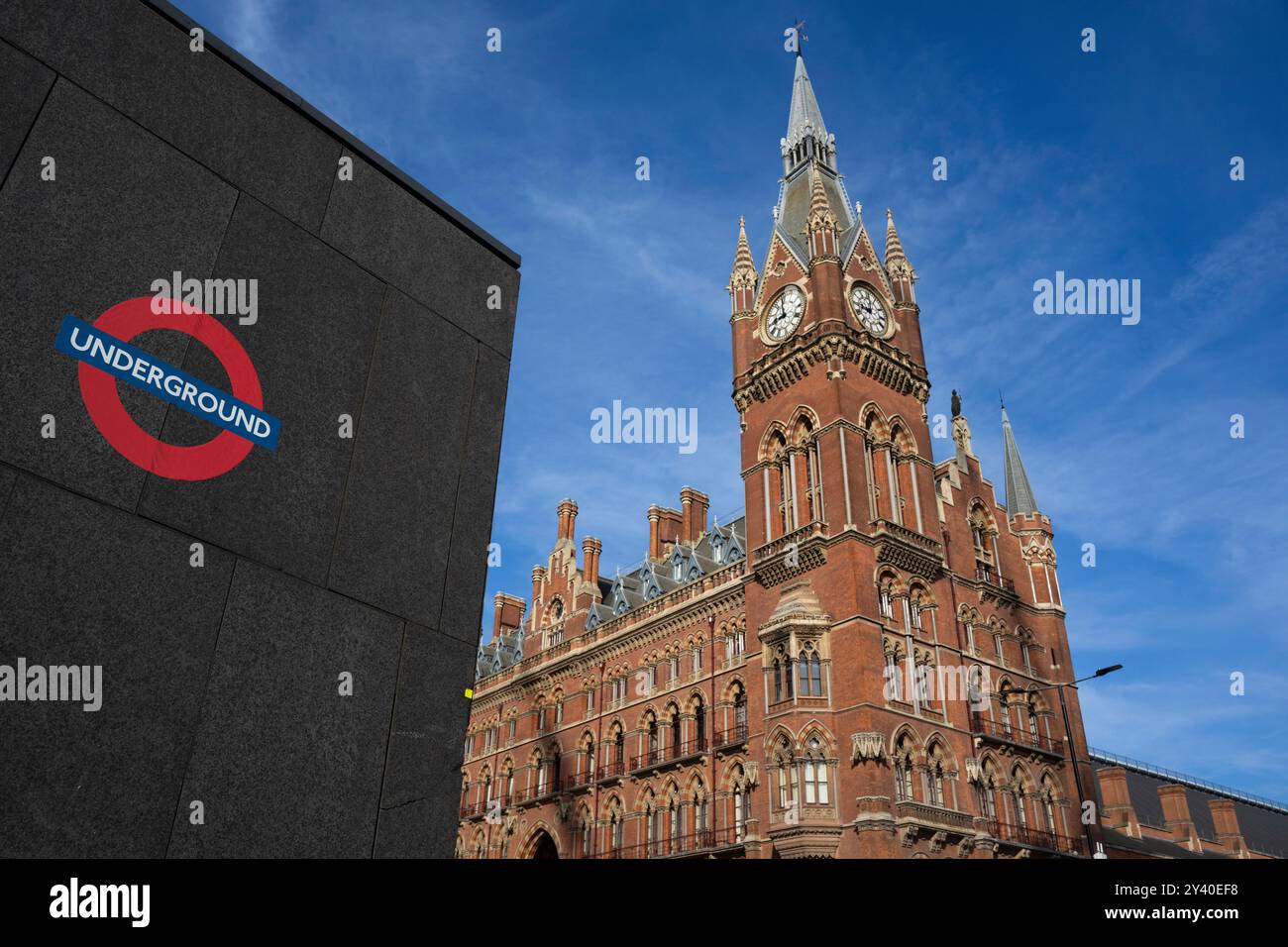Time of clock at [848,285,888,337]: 9:01
